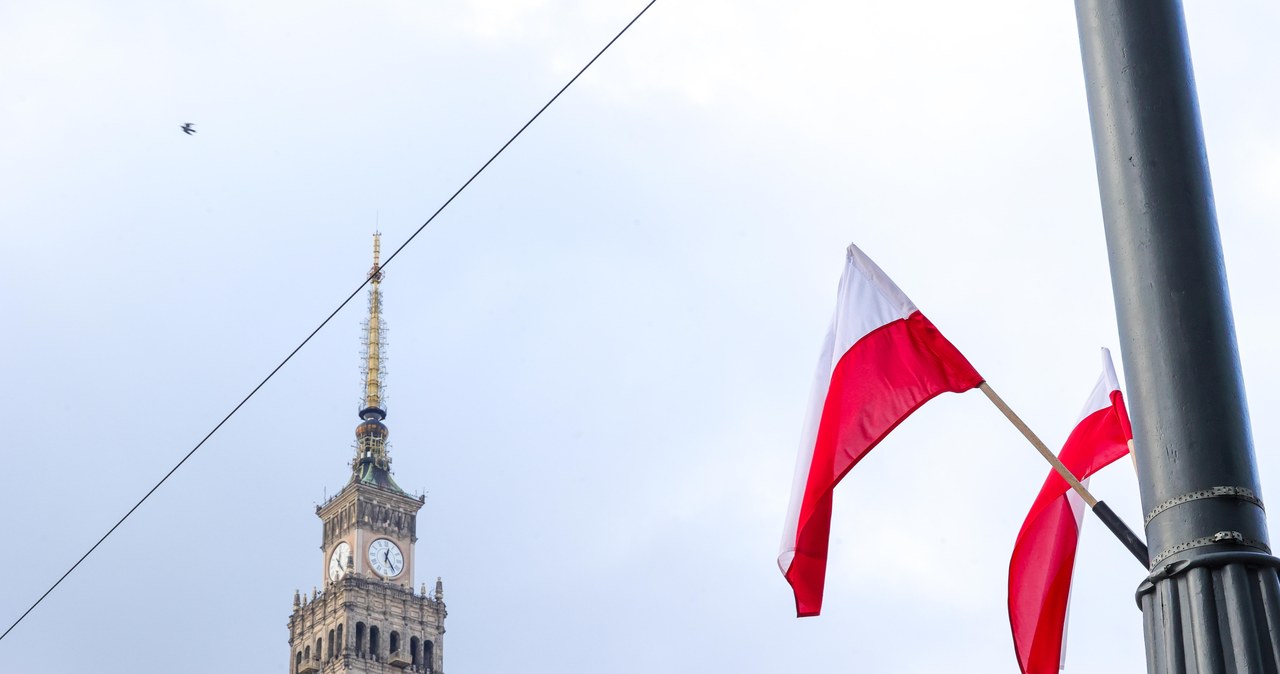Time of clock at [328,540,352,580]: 12:23
